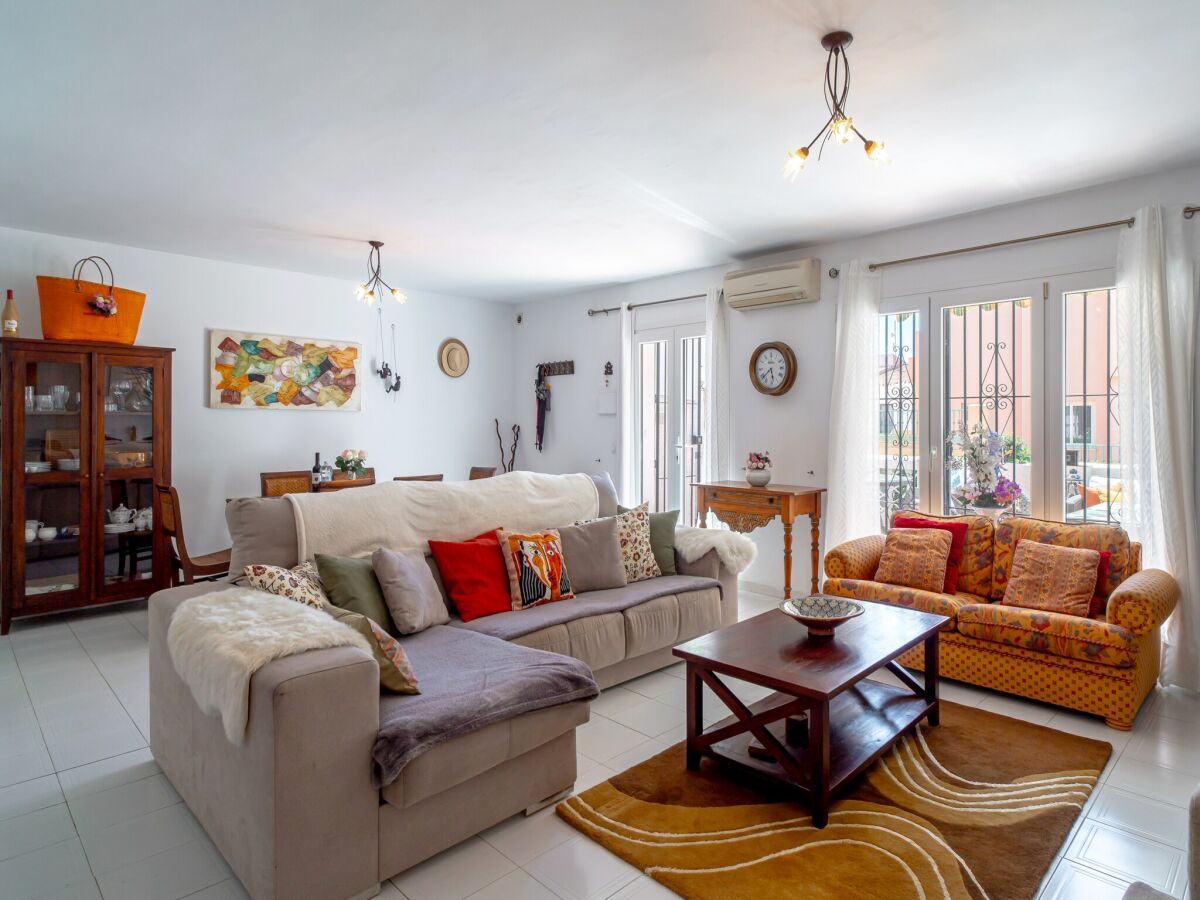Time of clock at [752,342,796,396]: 5:38
